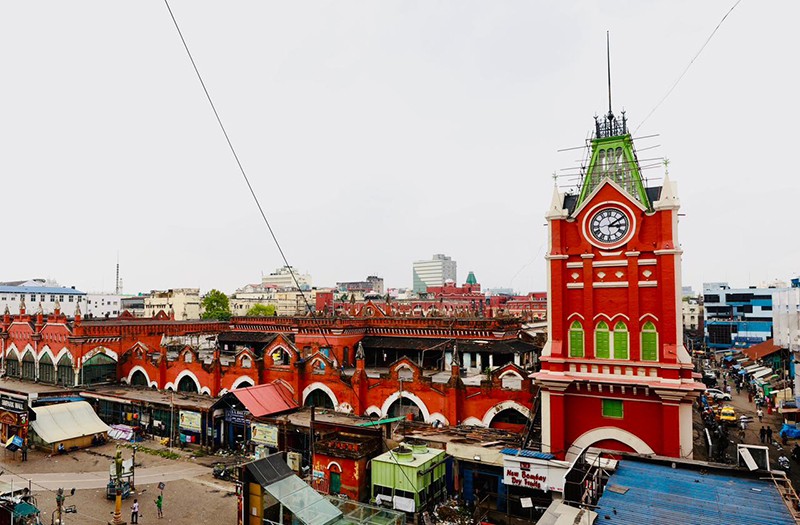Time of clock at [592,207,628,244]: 3:09
